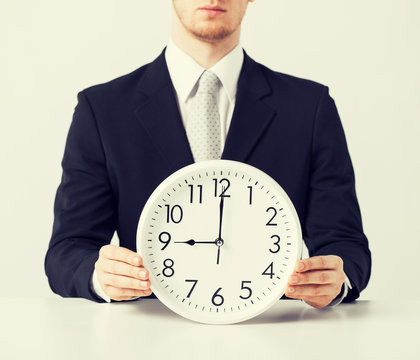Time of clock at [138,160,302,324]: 9:00
